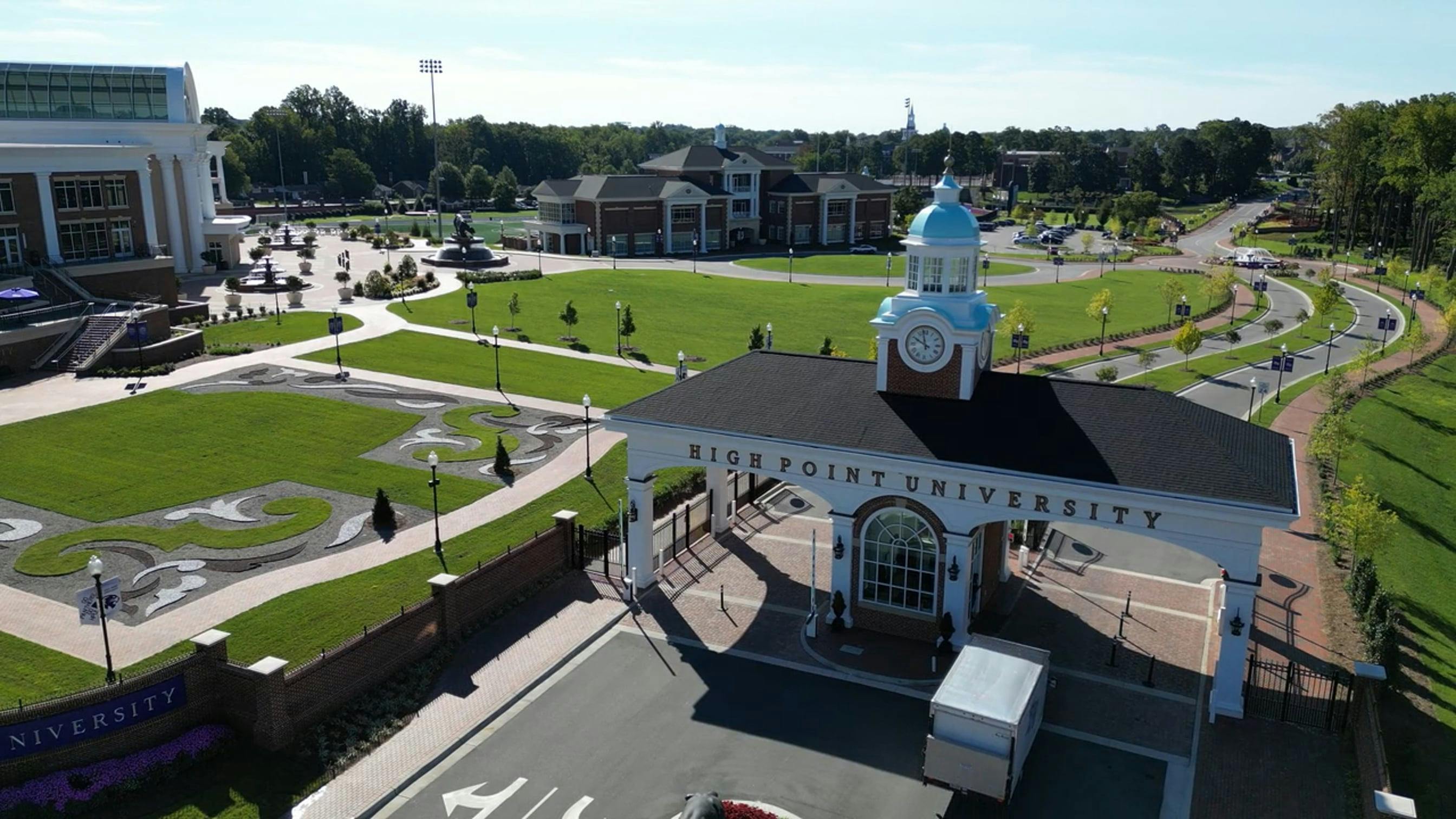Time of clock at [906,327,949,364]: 9:57
